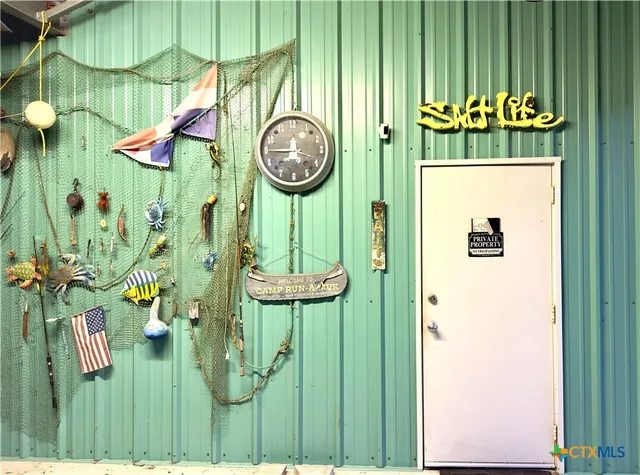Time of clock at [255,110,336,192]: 11:45
